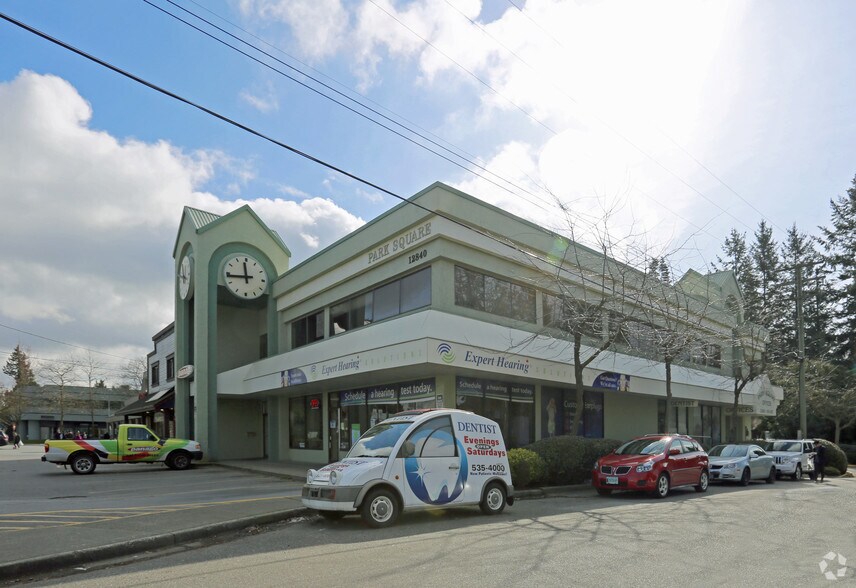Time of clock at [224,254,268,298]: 11:43
